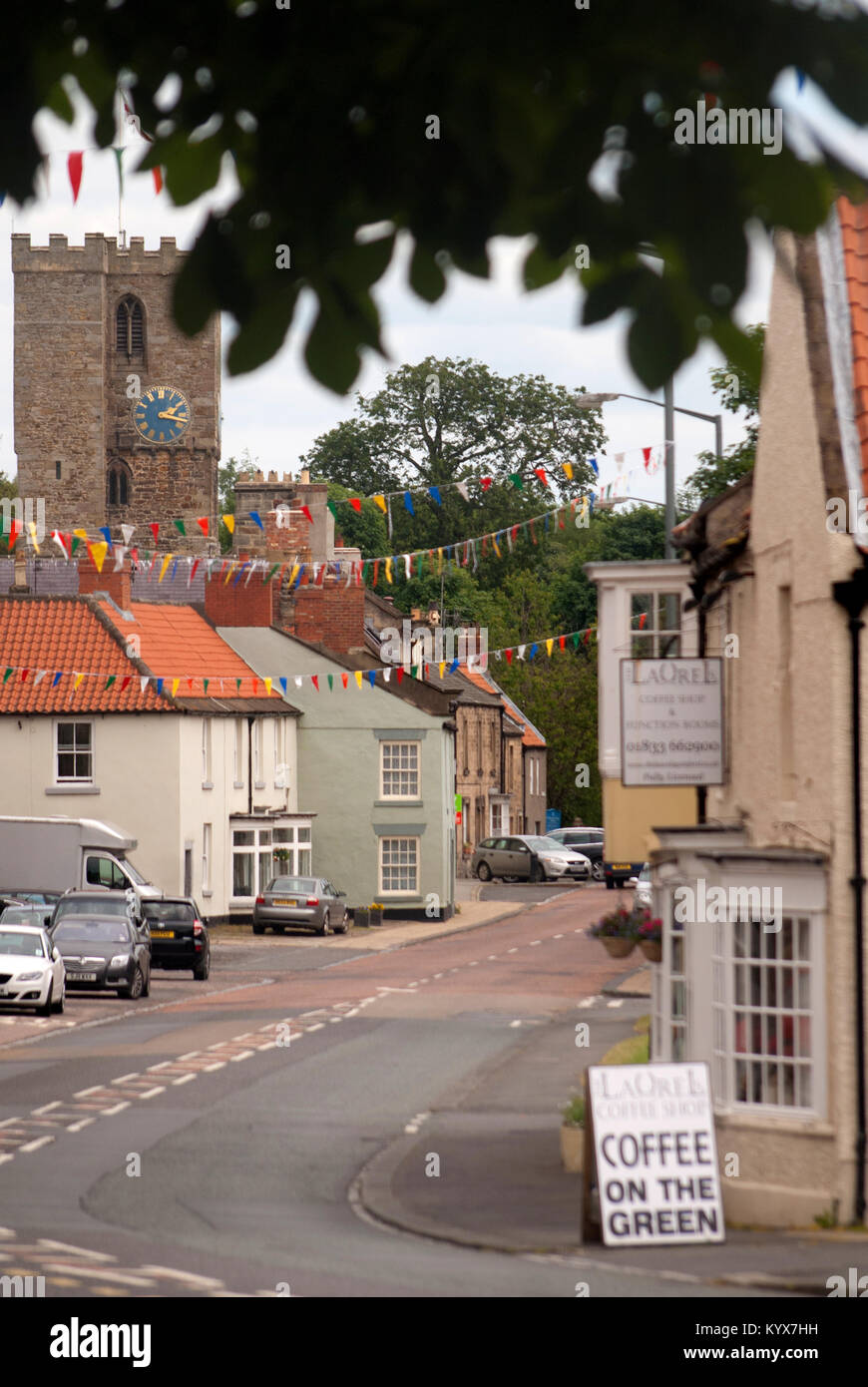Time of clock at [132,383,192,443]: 2:17
